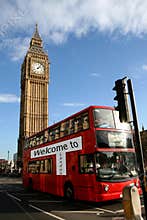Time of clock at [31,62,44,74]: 2:06
